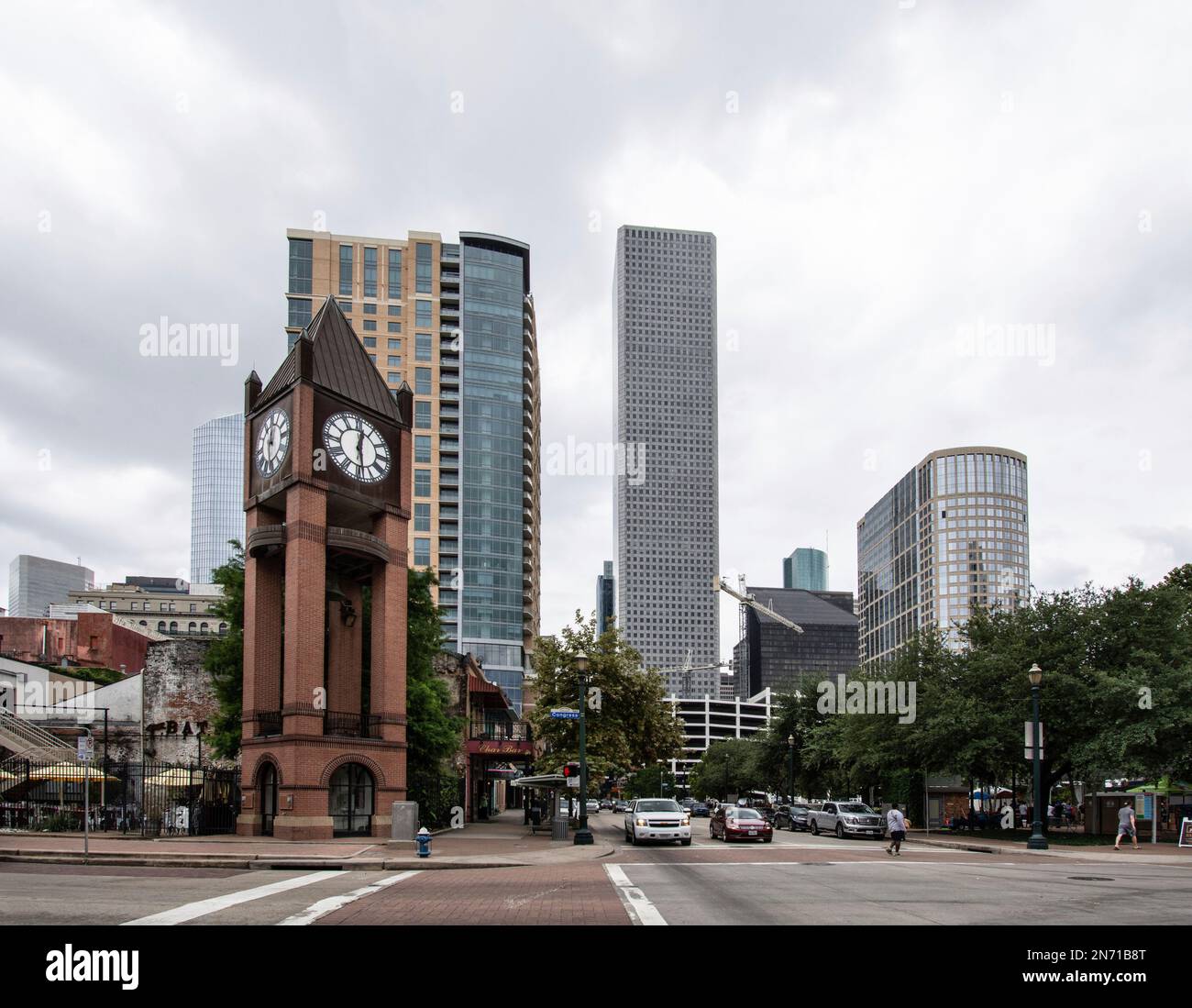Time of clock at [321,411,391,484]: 12:28
